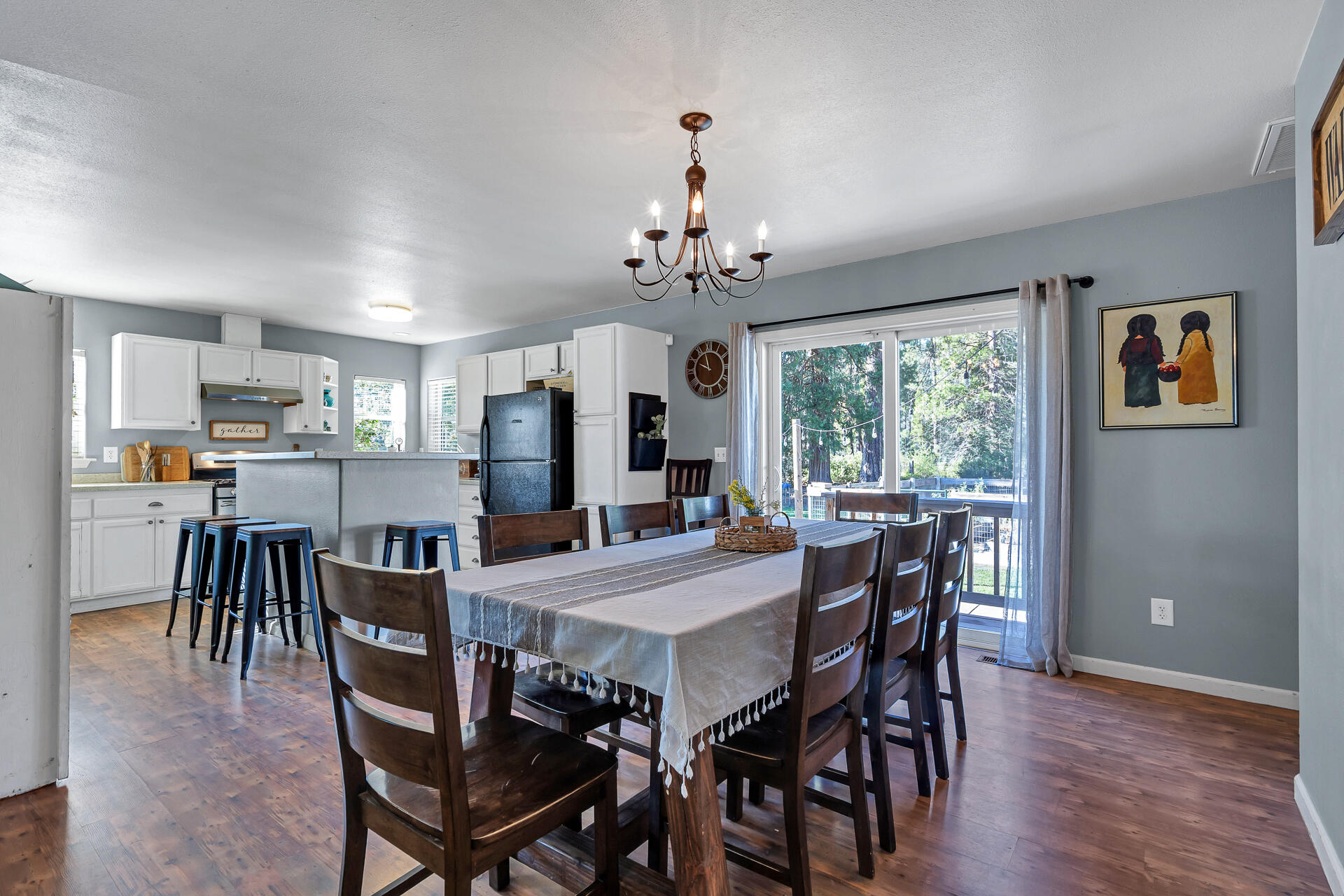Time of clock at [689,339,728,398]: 9:57
